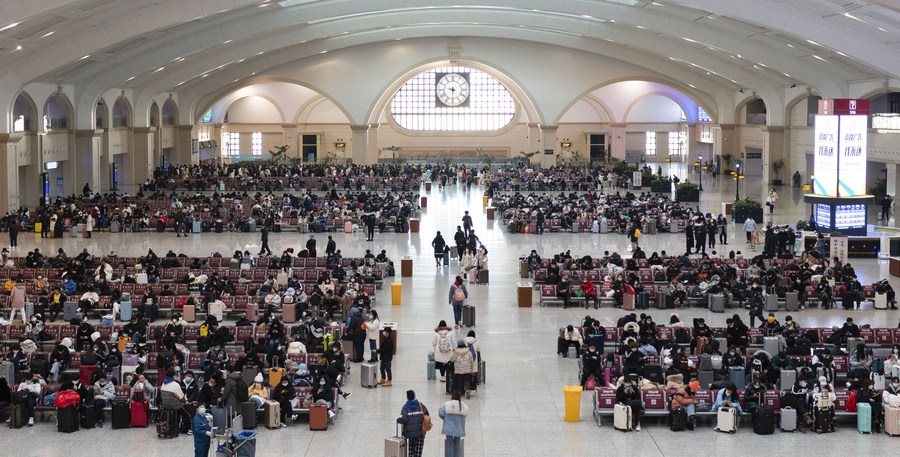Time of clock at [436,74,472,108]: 9:30
